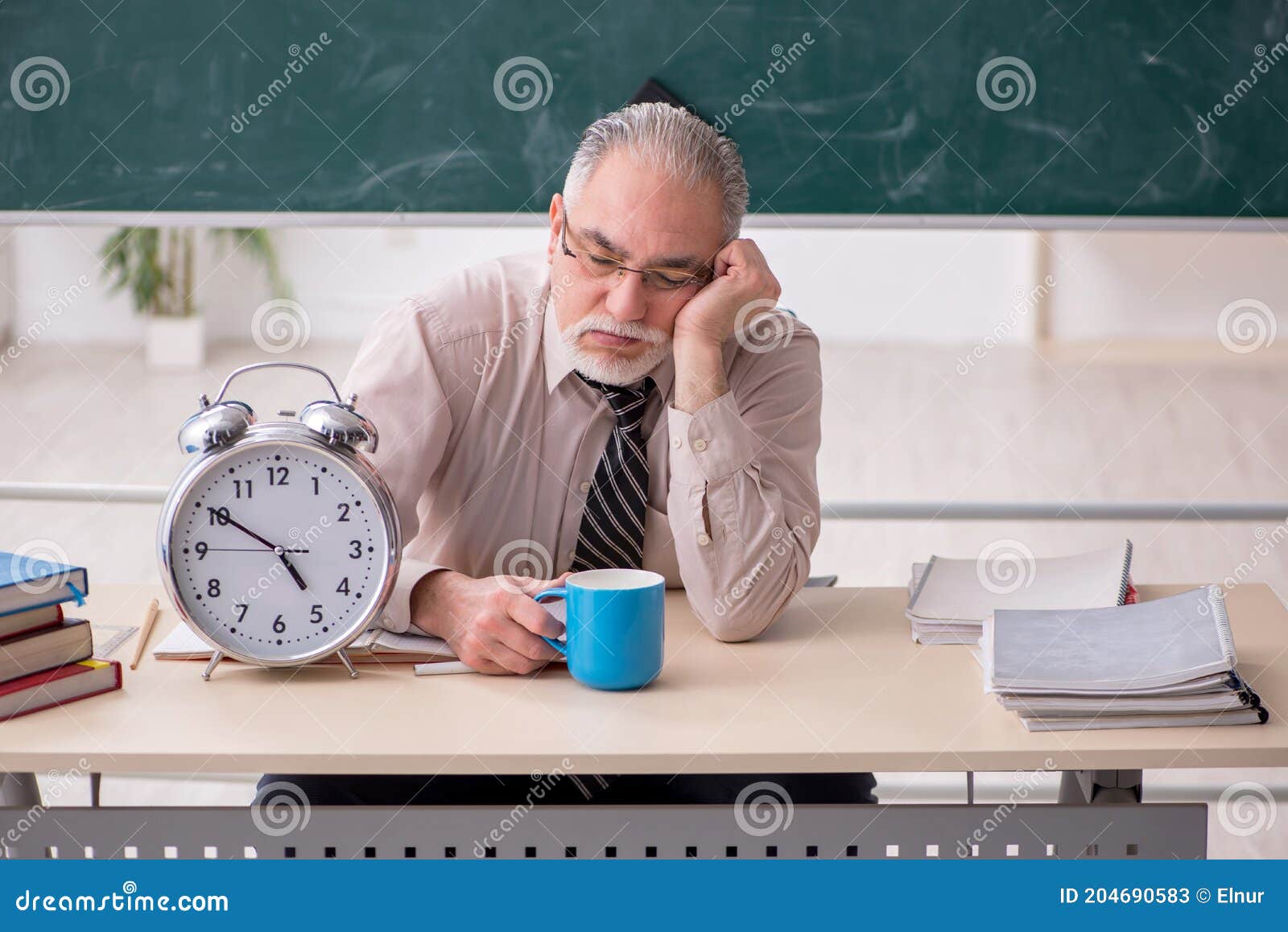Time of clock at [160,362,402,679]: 4:50
